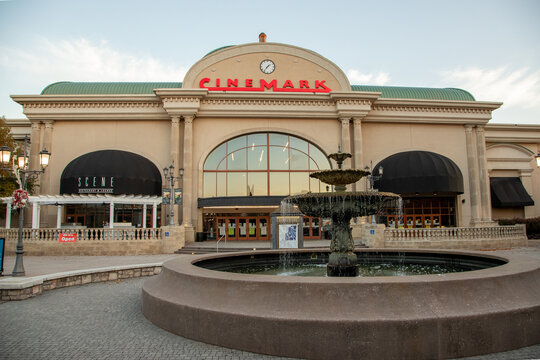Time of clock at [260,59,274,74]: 1:36
